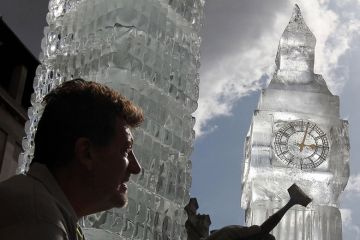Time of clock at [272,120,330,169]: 3:02
